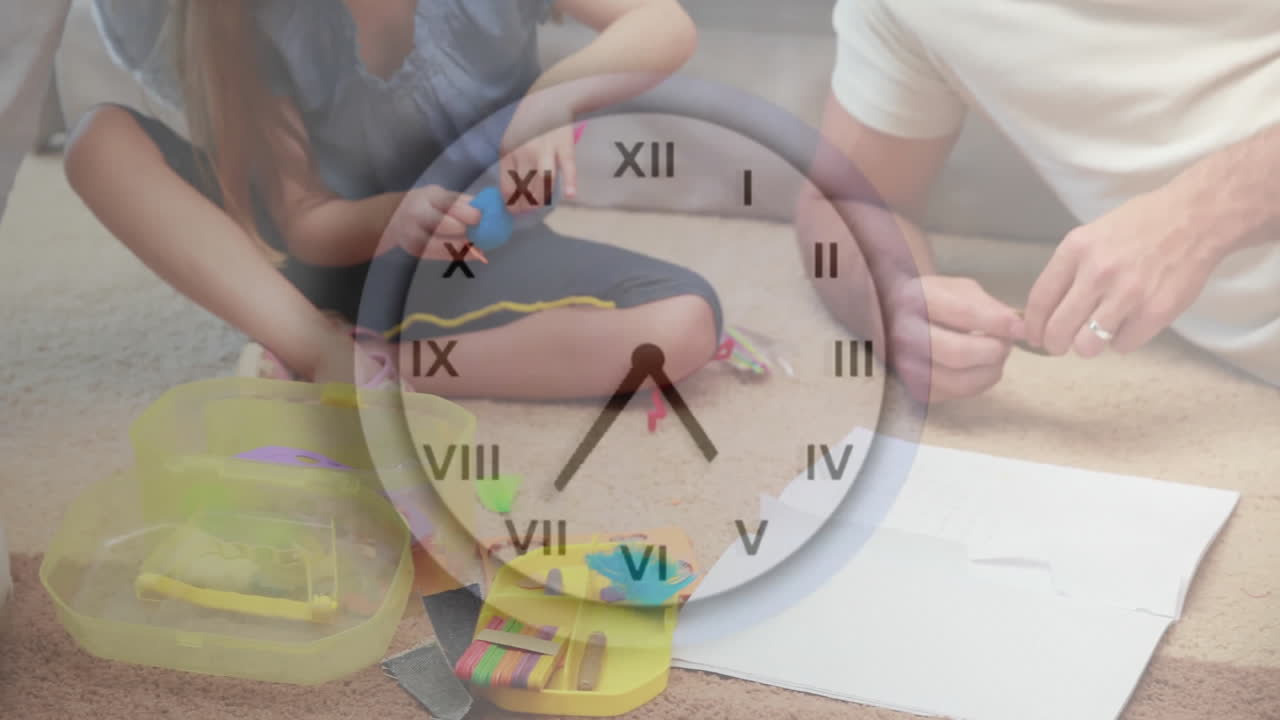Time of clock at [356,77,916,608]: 4:35
